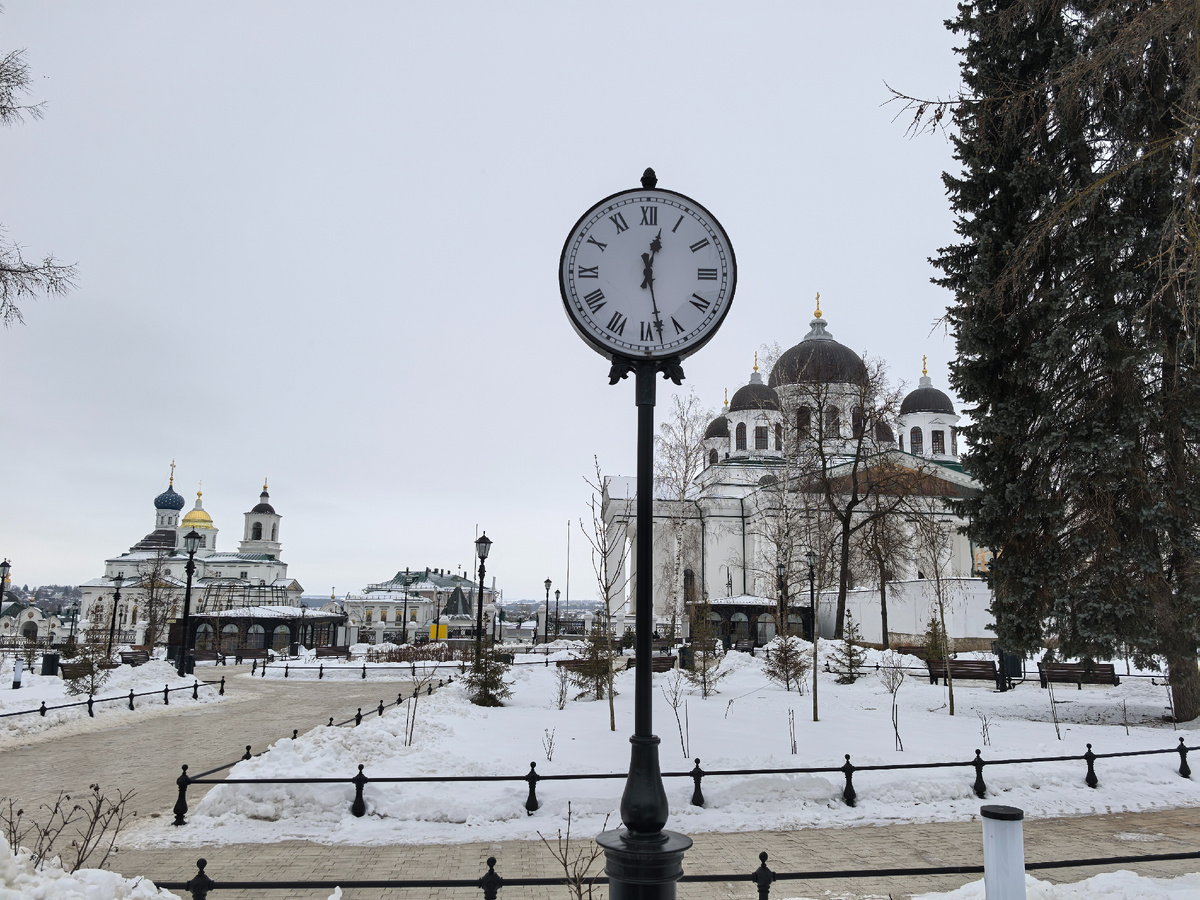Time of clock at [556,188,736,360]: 12:28
